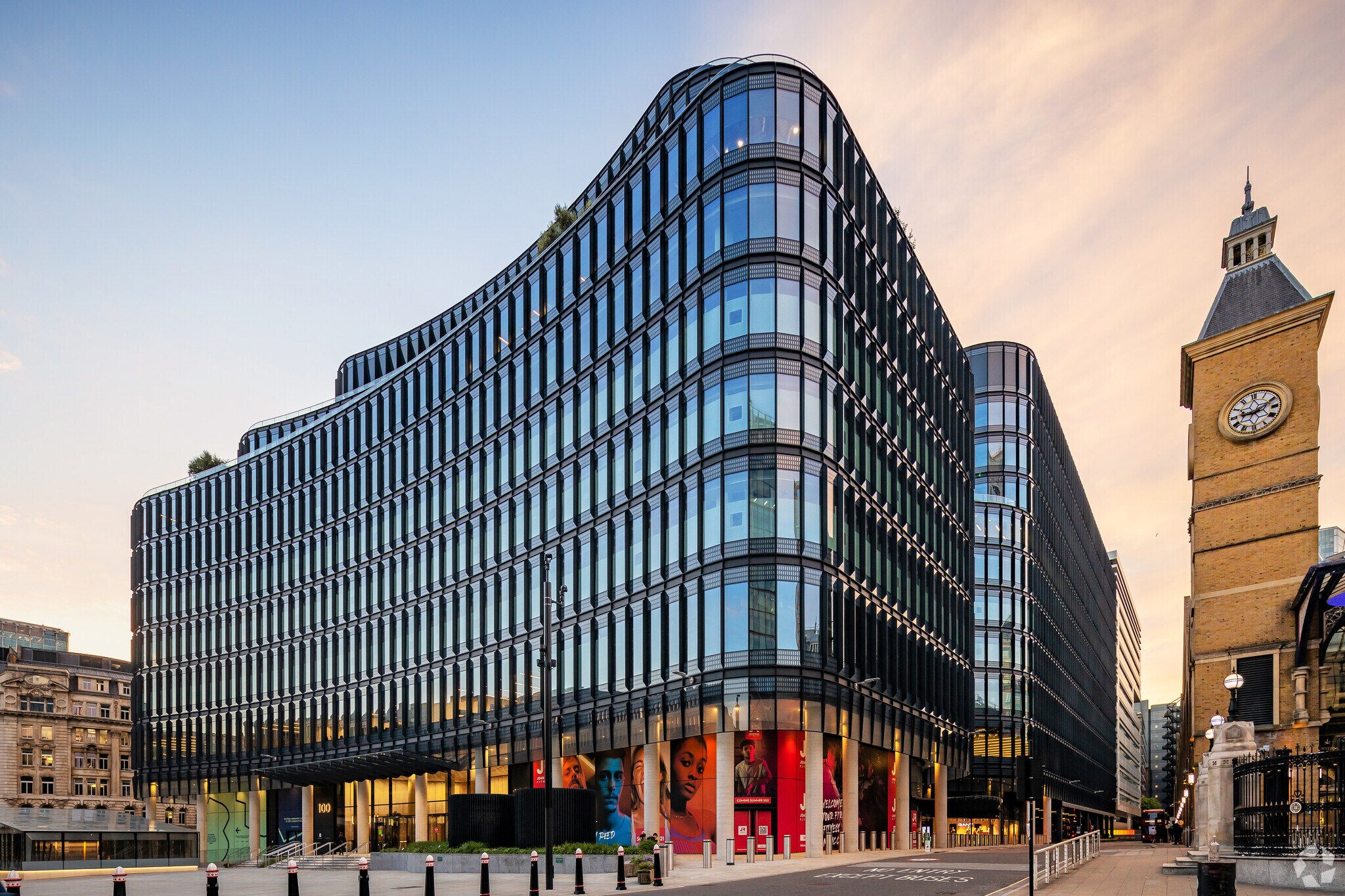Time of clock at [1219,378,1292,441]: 9:10
